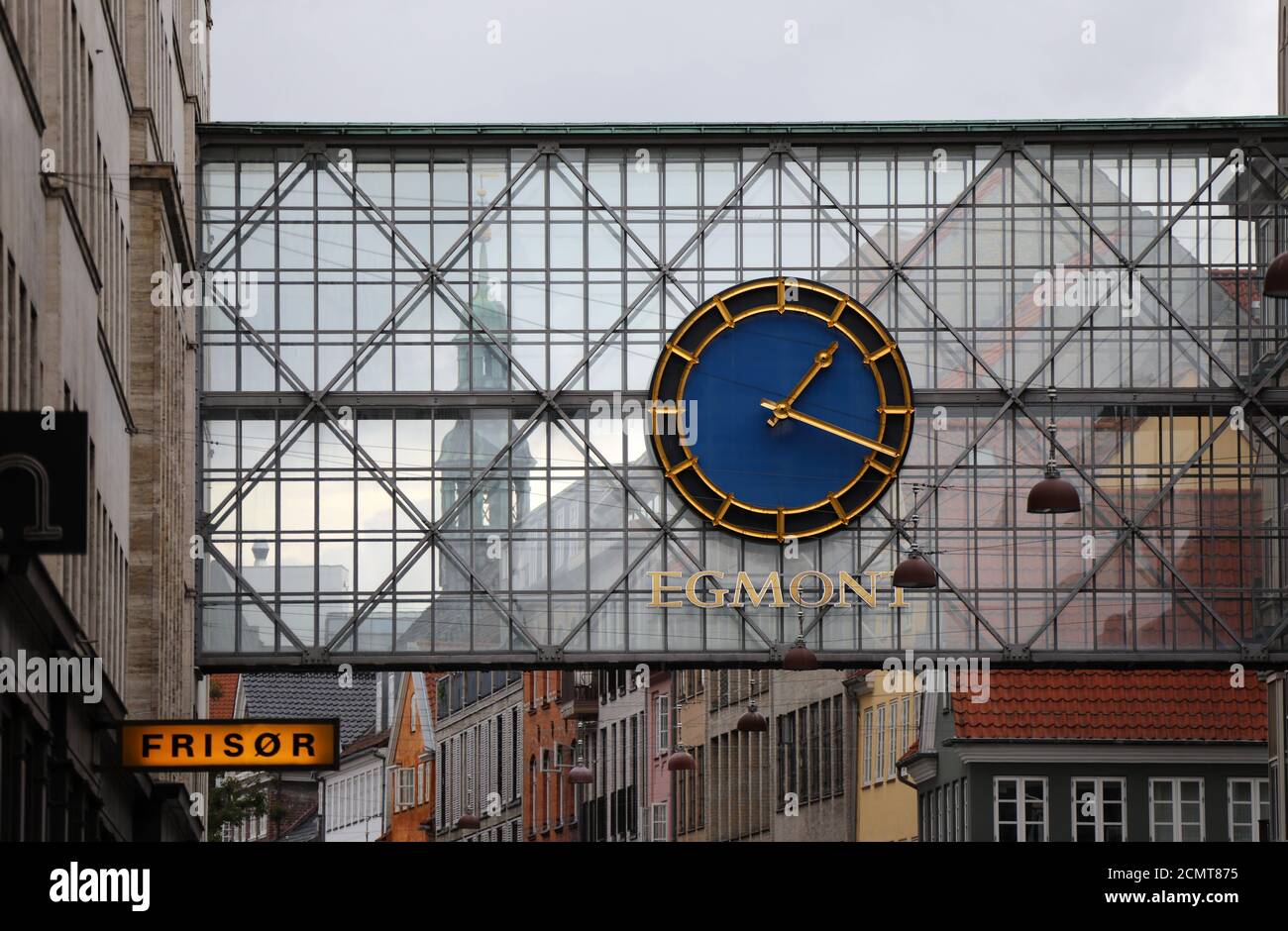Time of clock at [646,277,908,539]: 1:18
